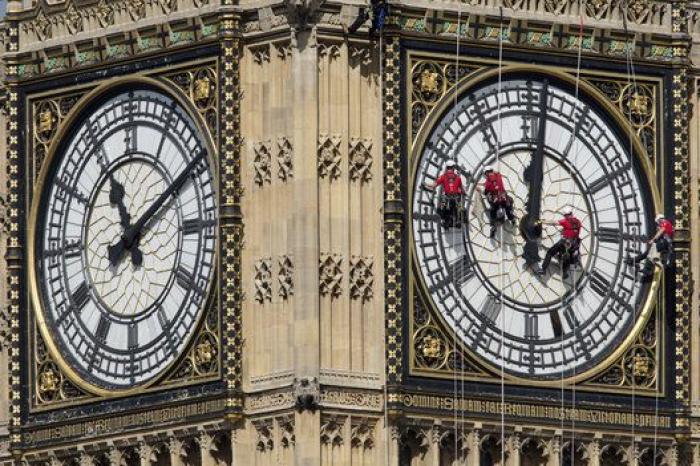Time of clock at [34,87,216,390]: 11:09
